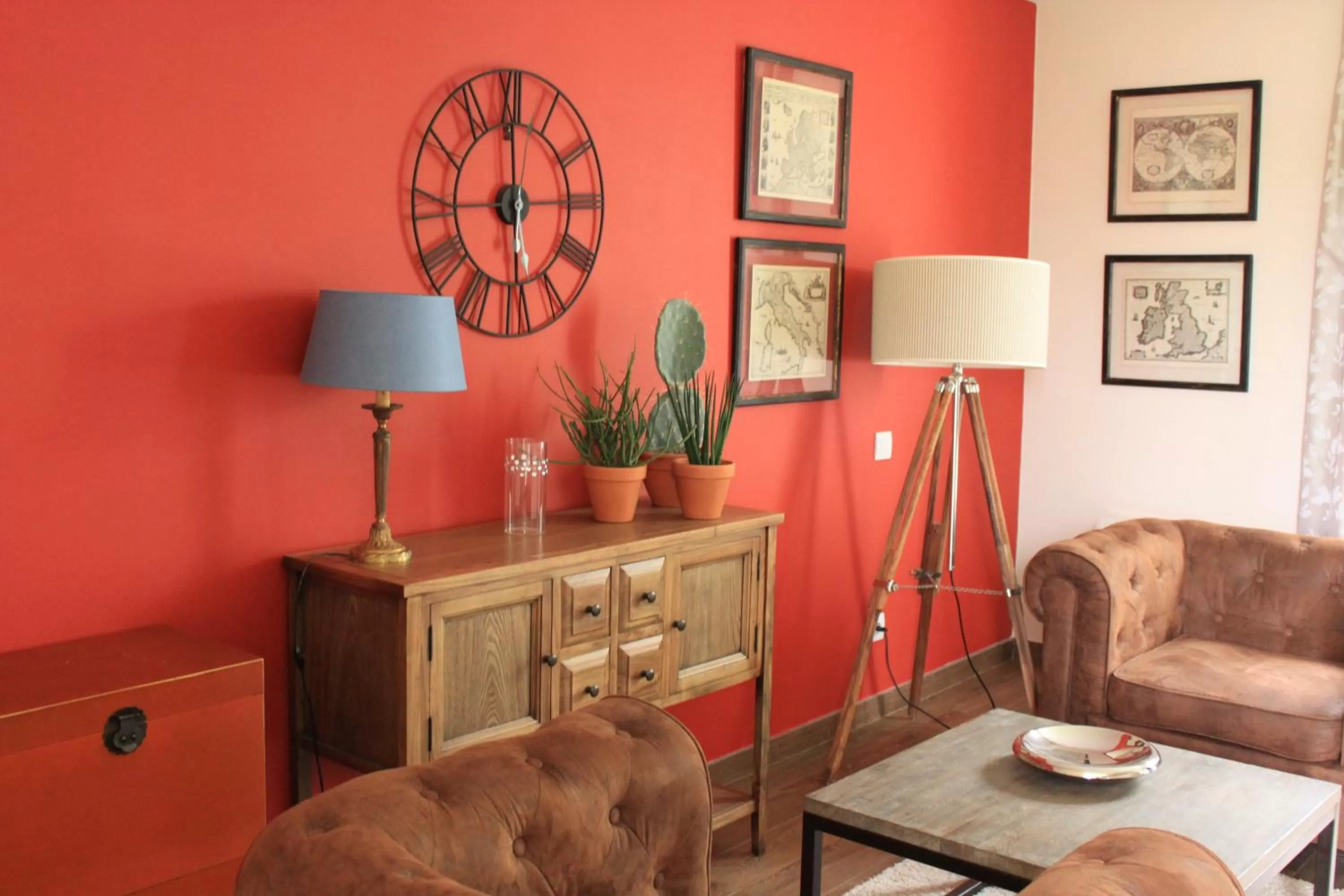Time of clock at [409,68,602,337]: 5:59
